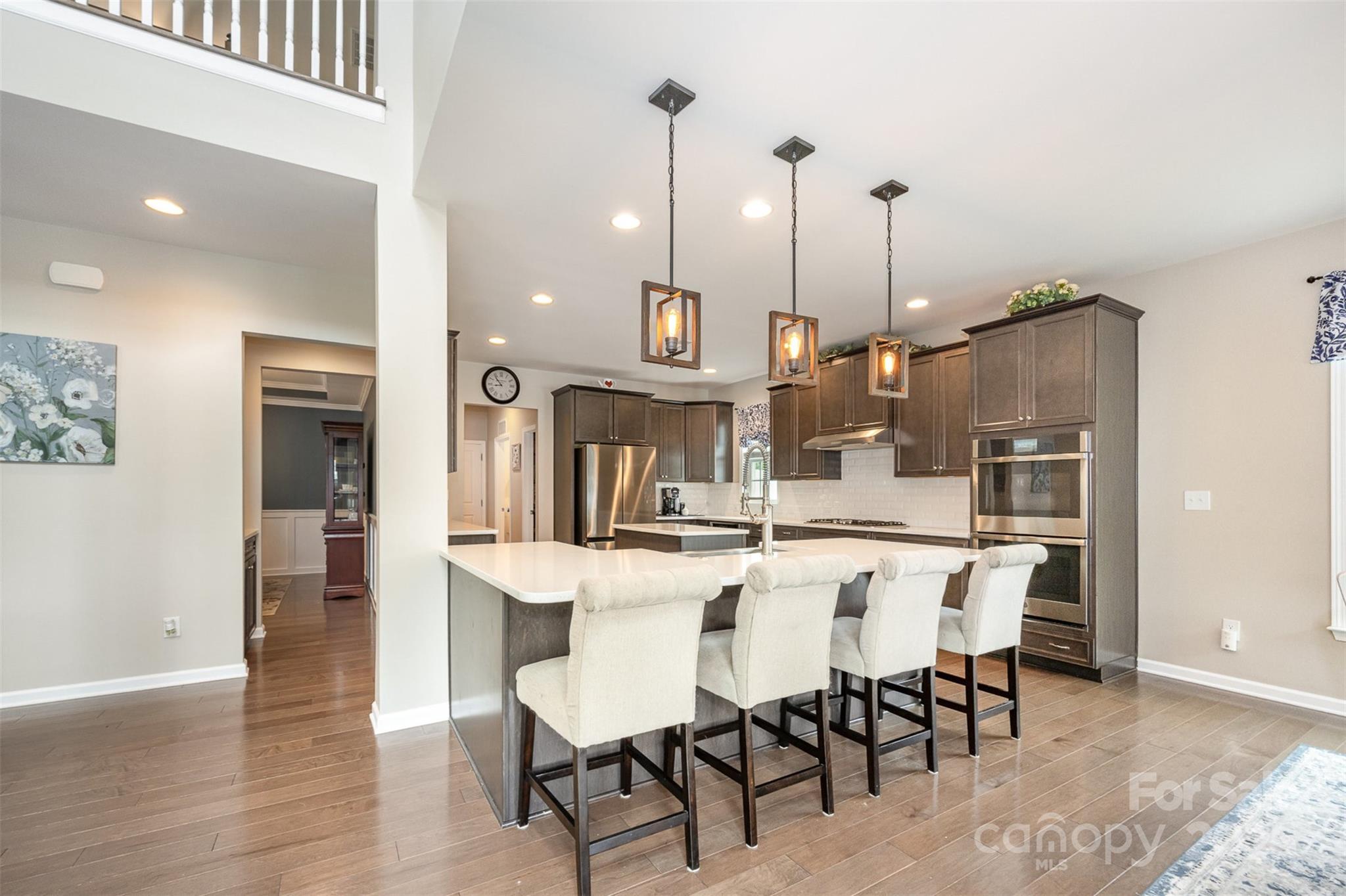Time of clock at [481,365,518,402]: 8:53
